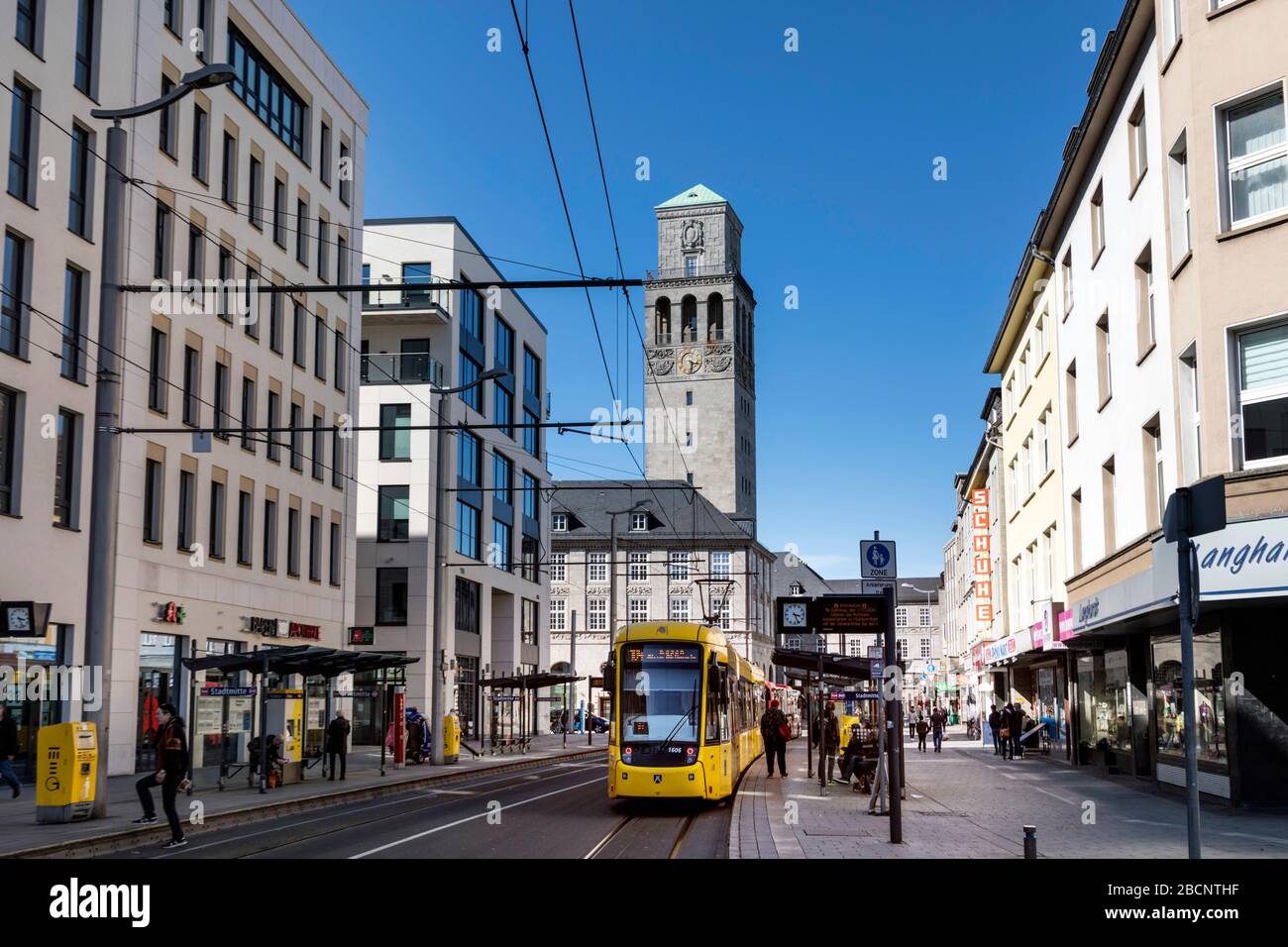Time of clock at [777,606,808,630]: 3:26
